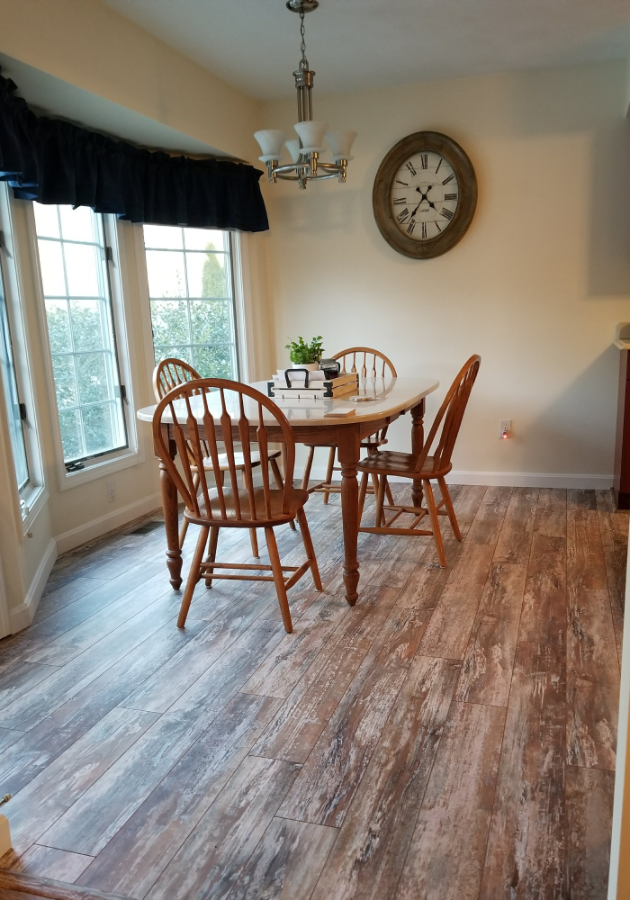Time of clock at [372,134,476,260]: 4:36
